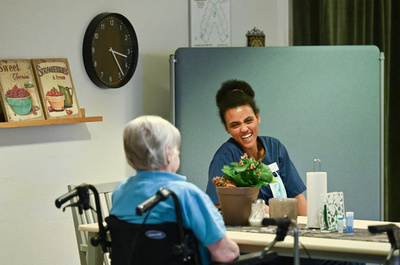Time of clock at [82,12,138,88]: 3:23
